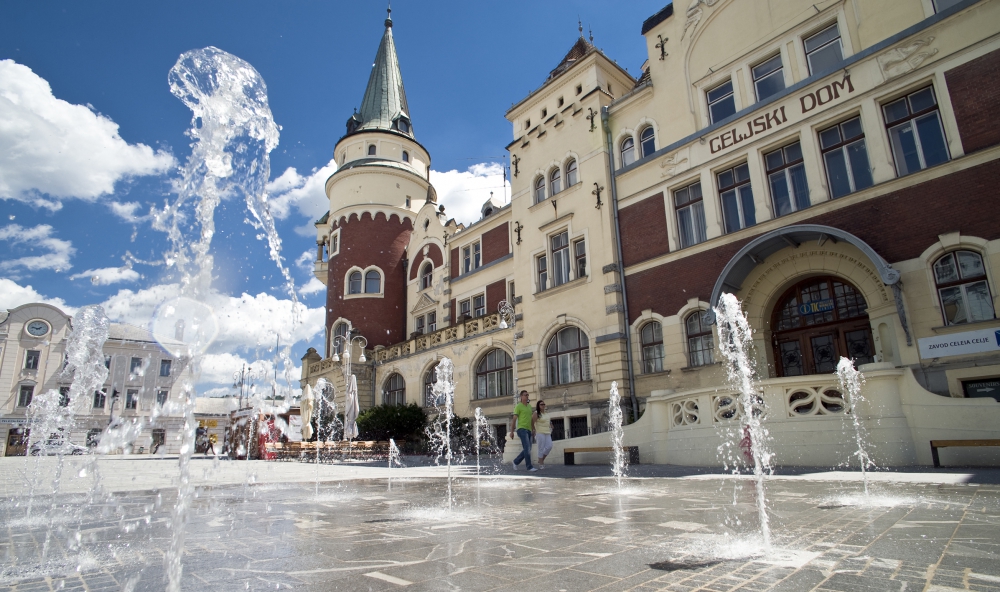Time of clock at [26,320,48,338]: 1:47
